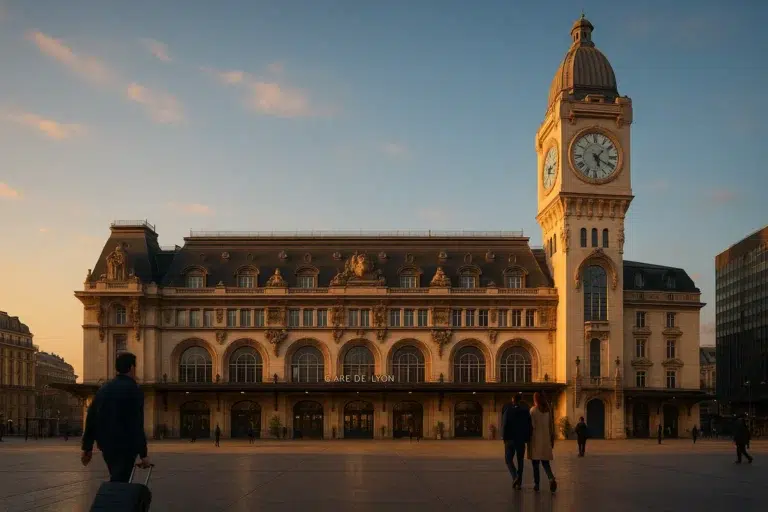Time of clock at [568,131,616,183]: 5:19
